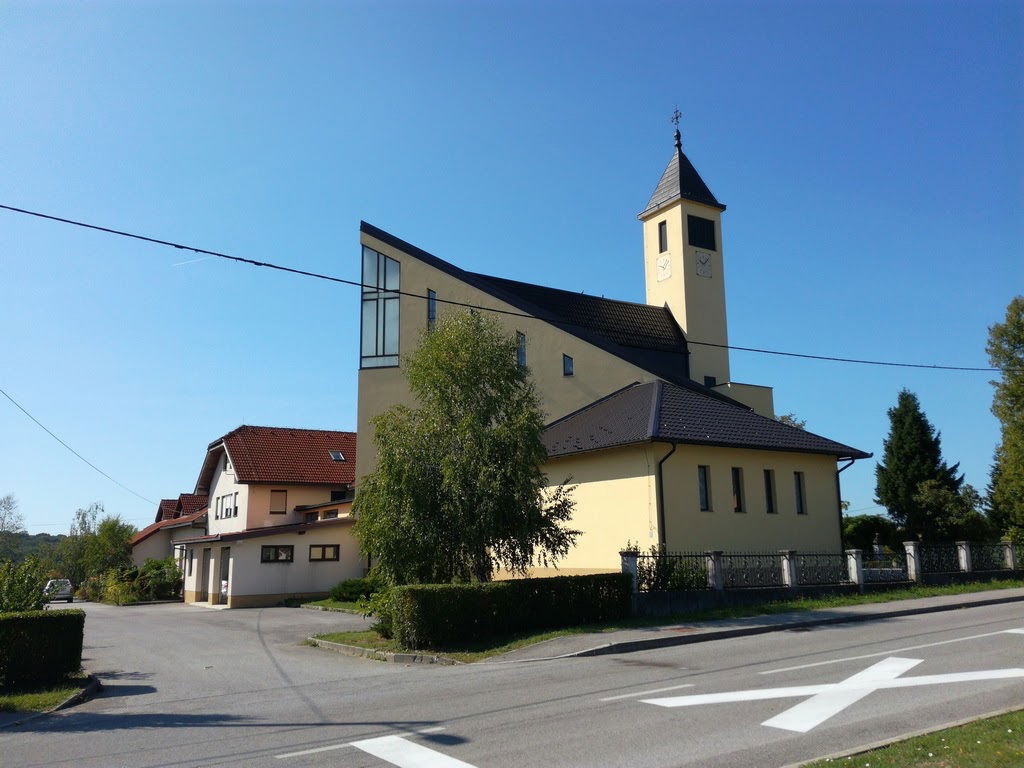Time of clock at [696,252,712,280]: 10:07
